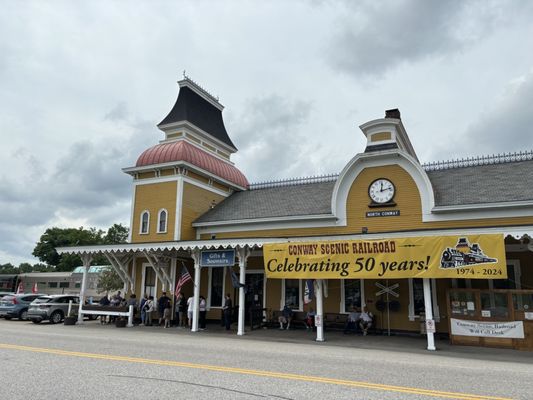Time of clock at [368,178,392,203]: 12:12
